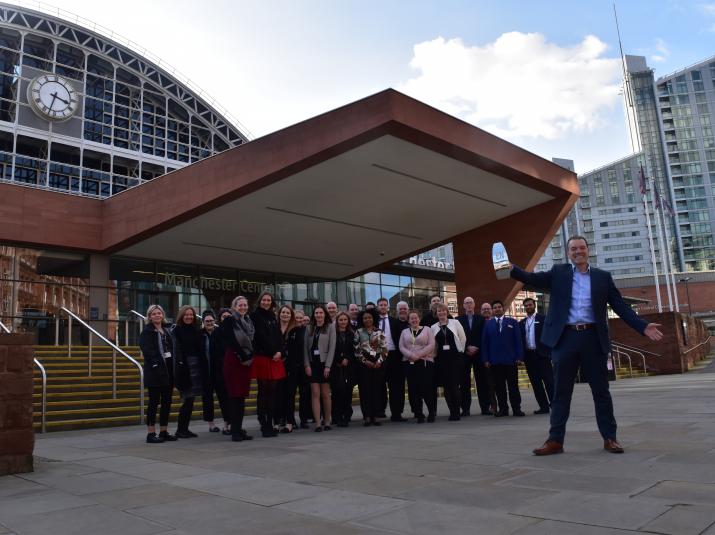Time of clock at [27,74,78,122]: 3:32
